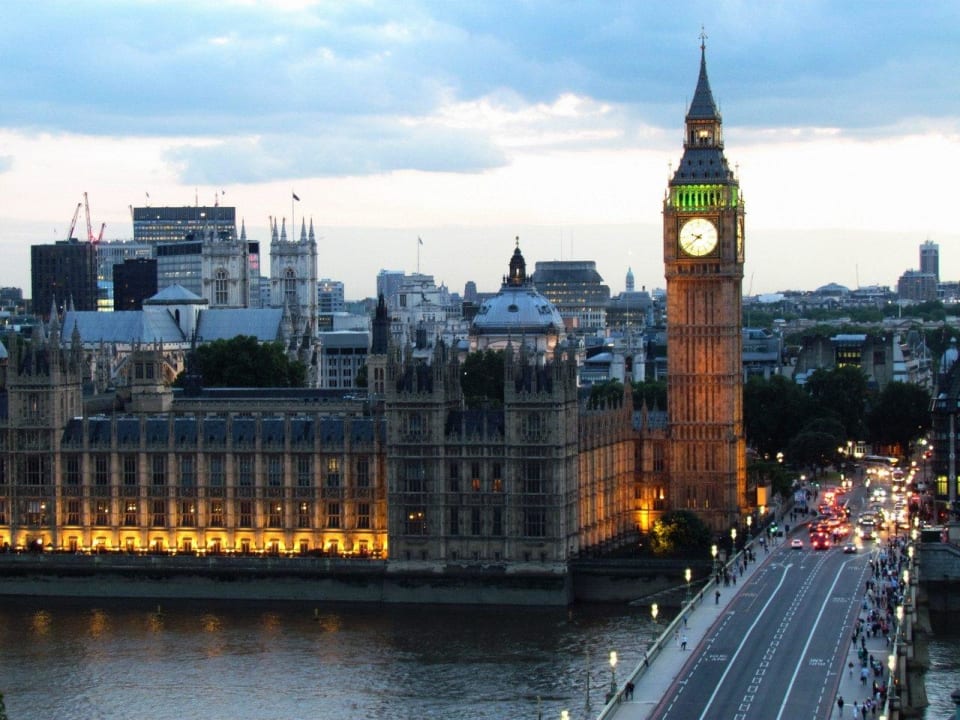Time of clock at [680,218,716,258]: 9:38
